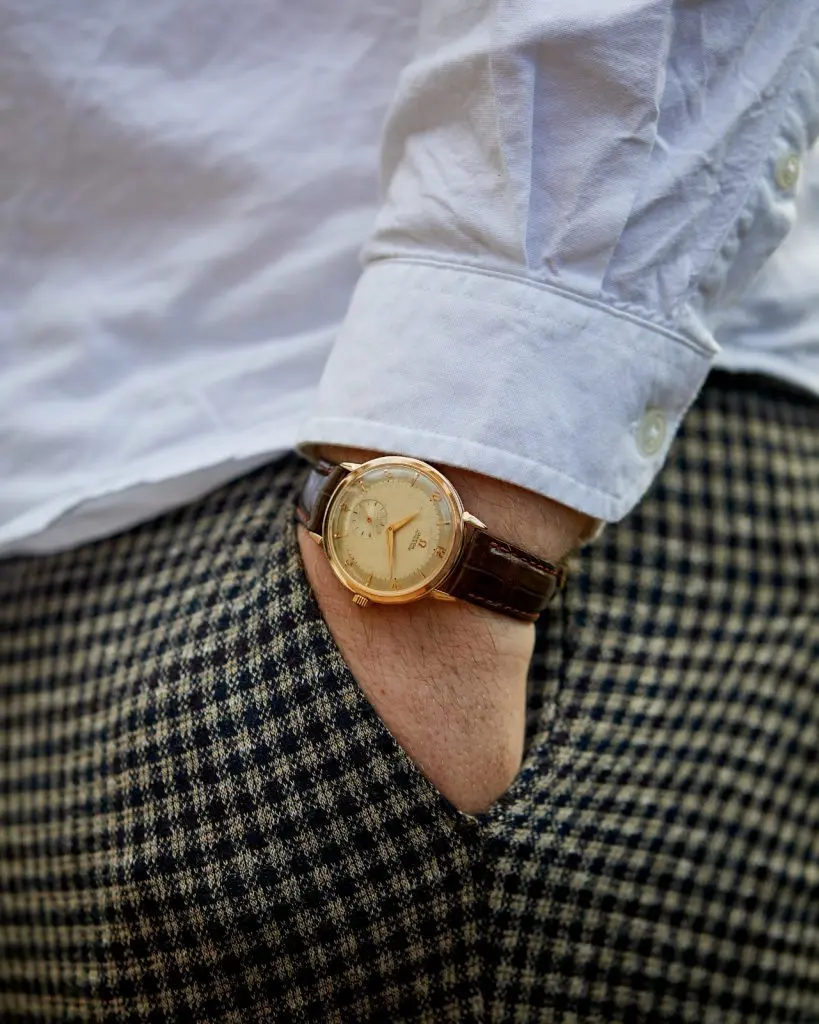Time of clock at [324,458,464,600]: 2:30
